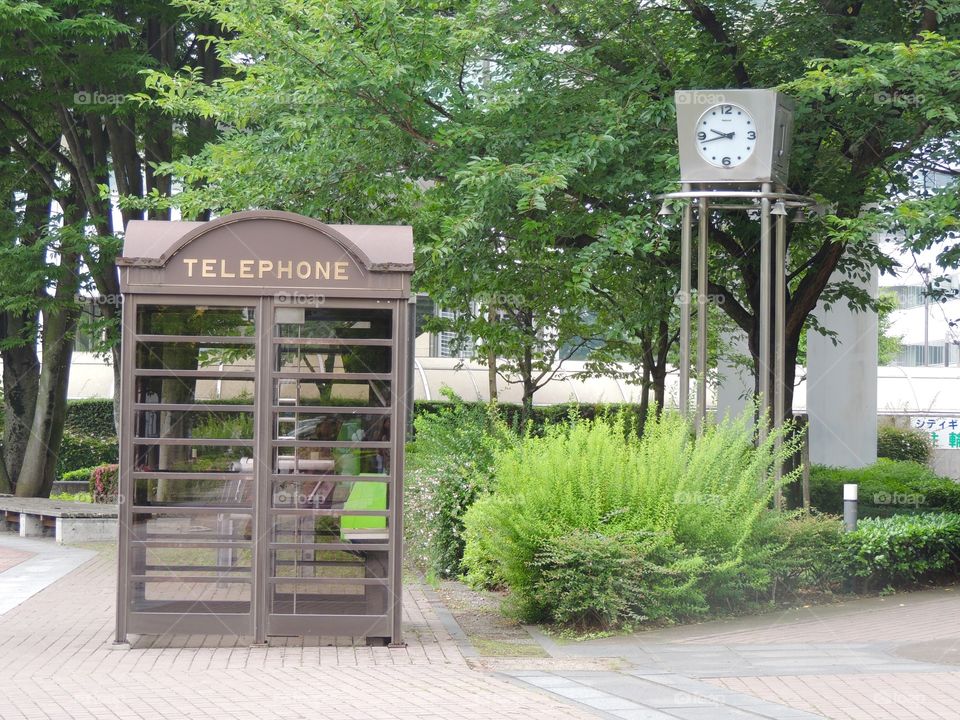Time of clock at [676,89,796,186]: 9:42
